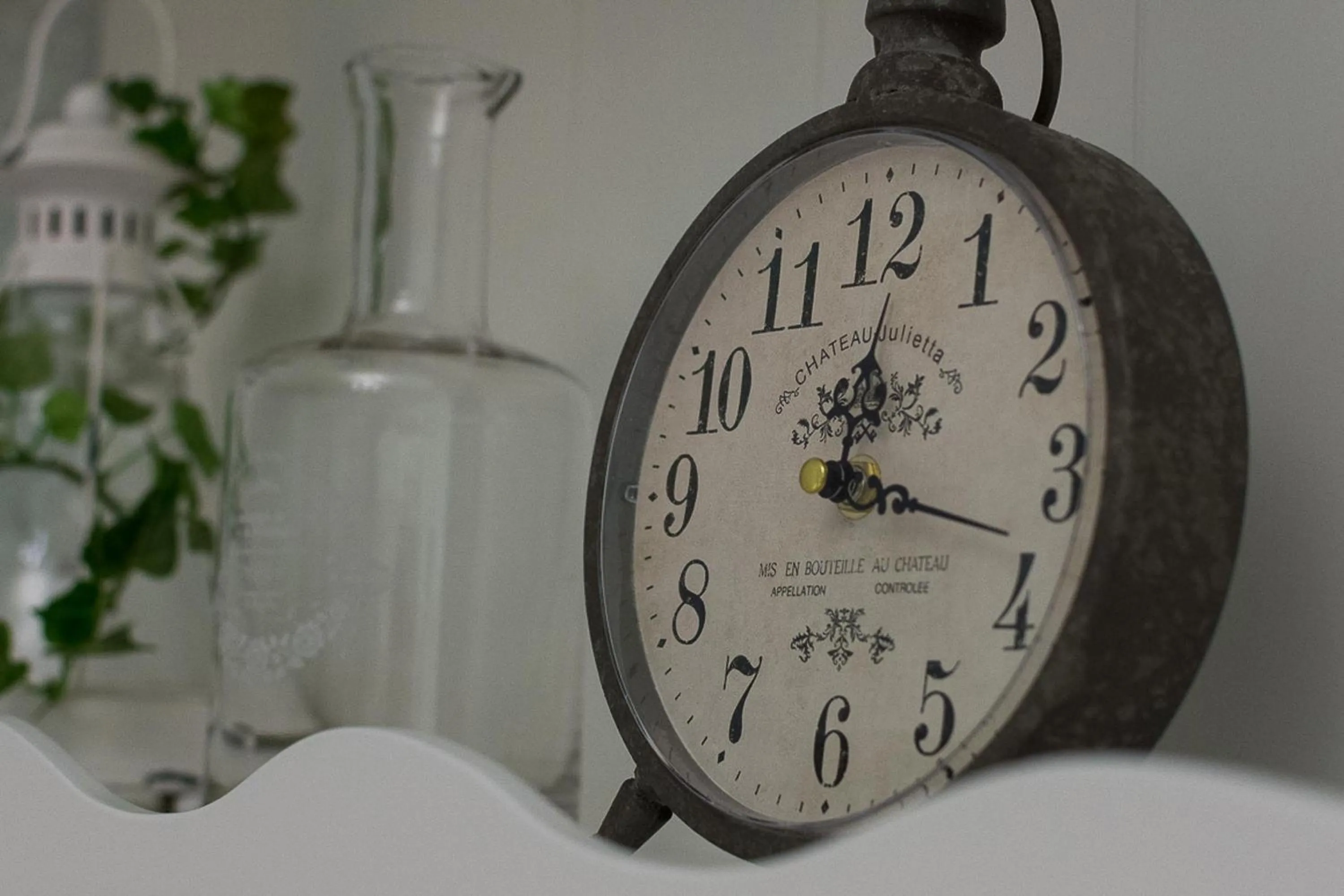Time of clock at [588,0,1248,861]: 12:17
